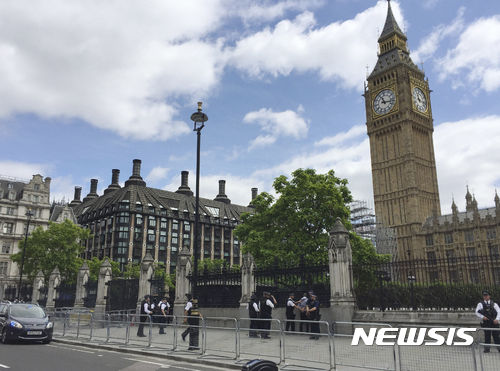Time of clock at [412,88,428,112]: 11:17
